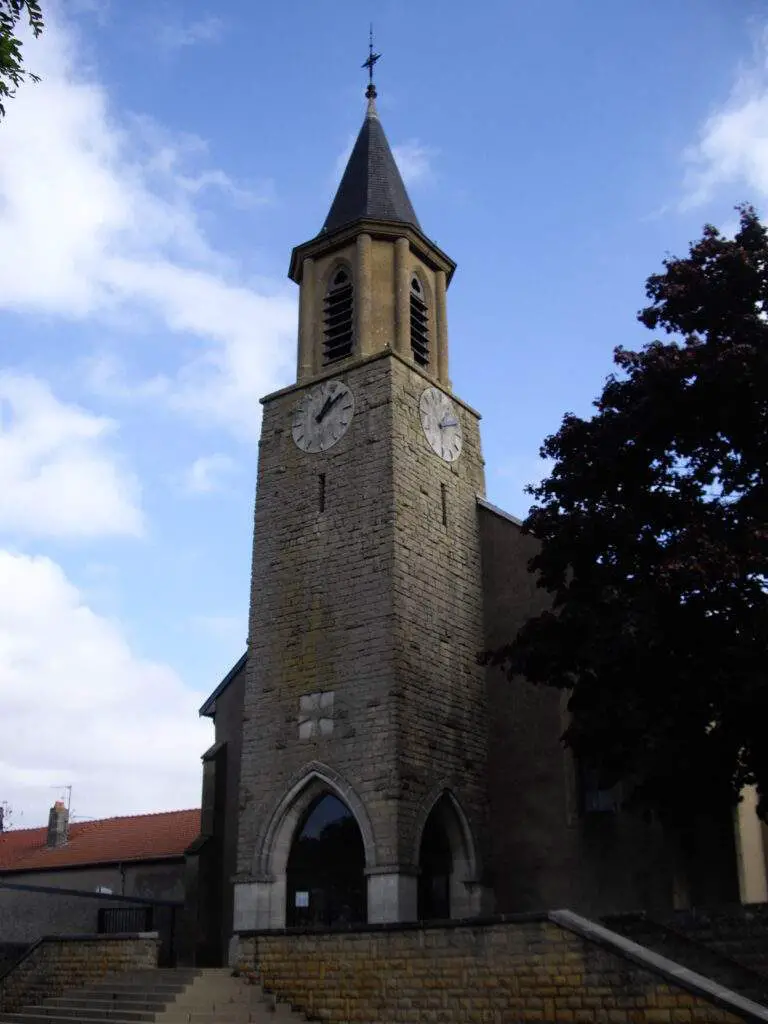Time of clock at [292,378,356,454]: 1:08
